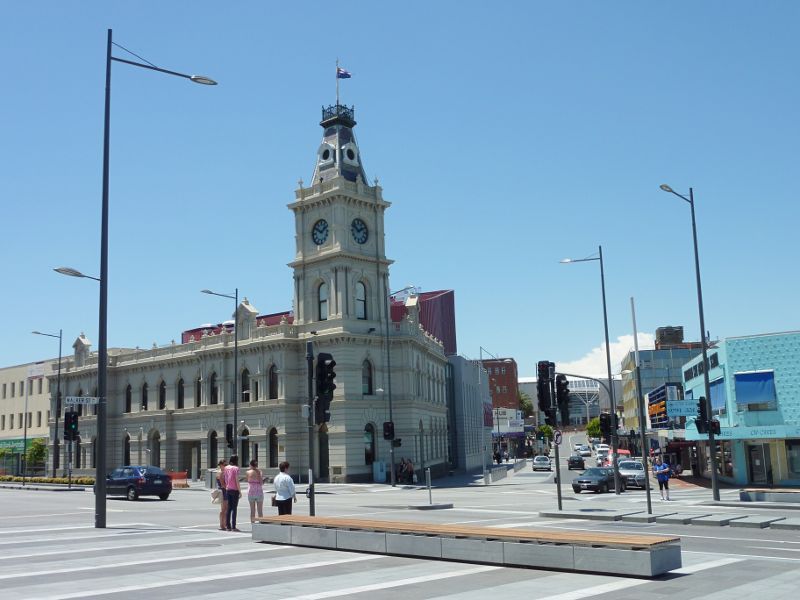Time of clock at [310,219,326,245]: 1:50
